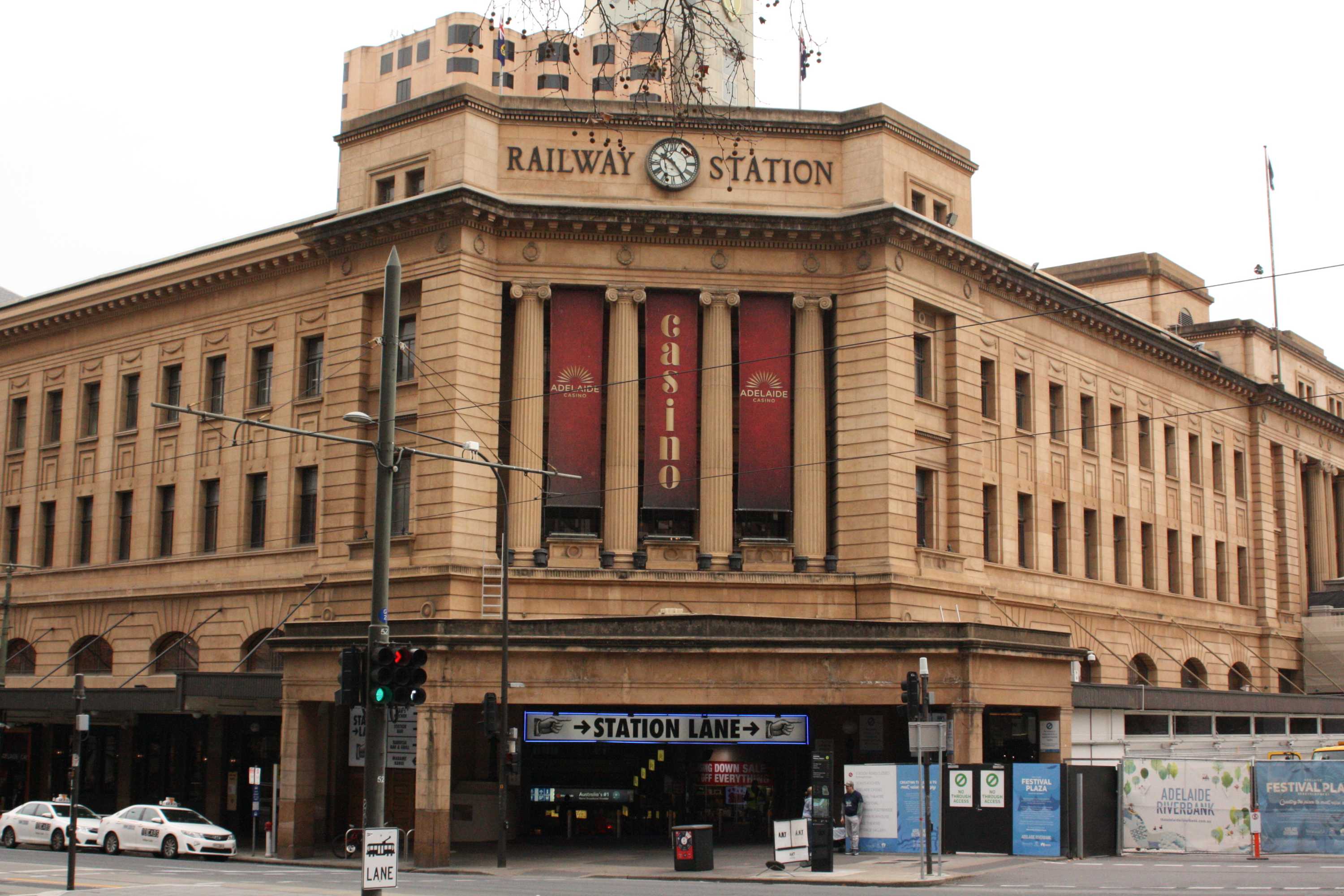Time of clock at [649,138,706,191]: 10:24
